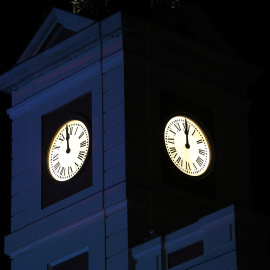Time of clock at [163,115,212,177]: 12:00
